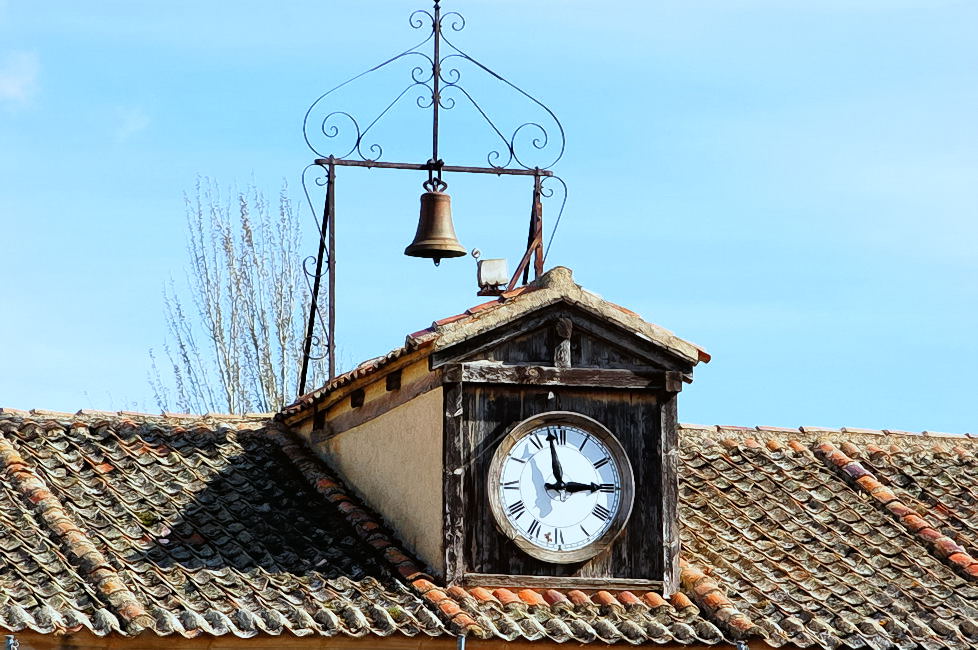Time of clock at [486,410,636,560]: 2:58
